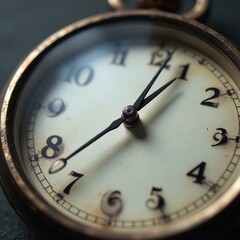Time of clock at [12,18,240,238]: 1:02
